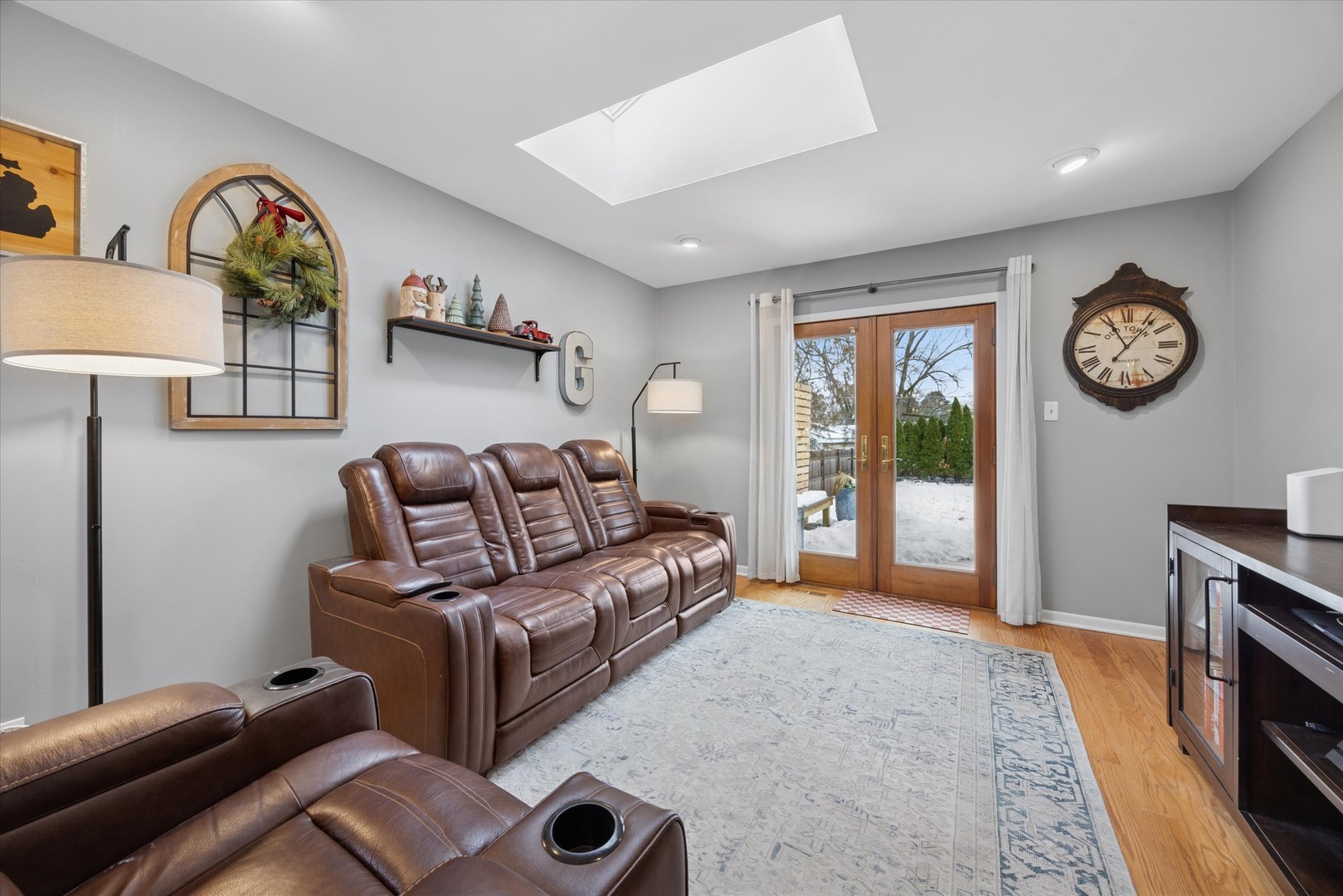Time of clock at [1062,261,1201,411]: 11:06
